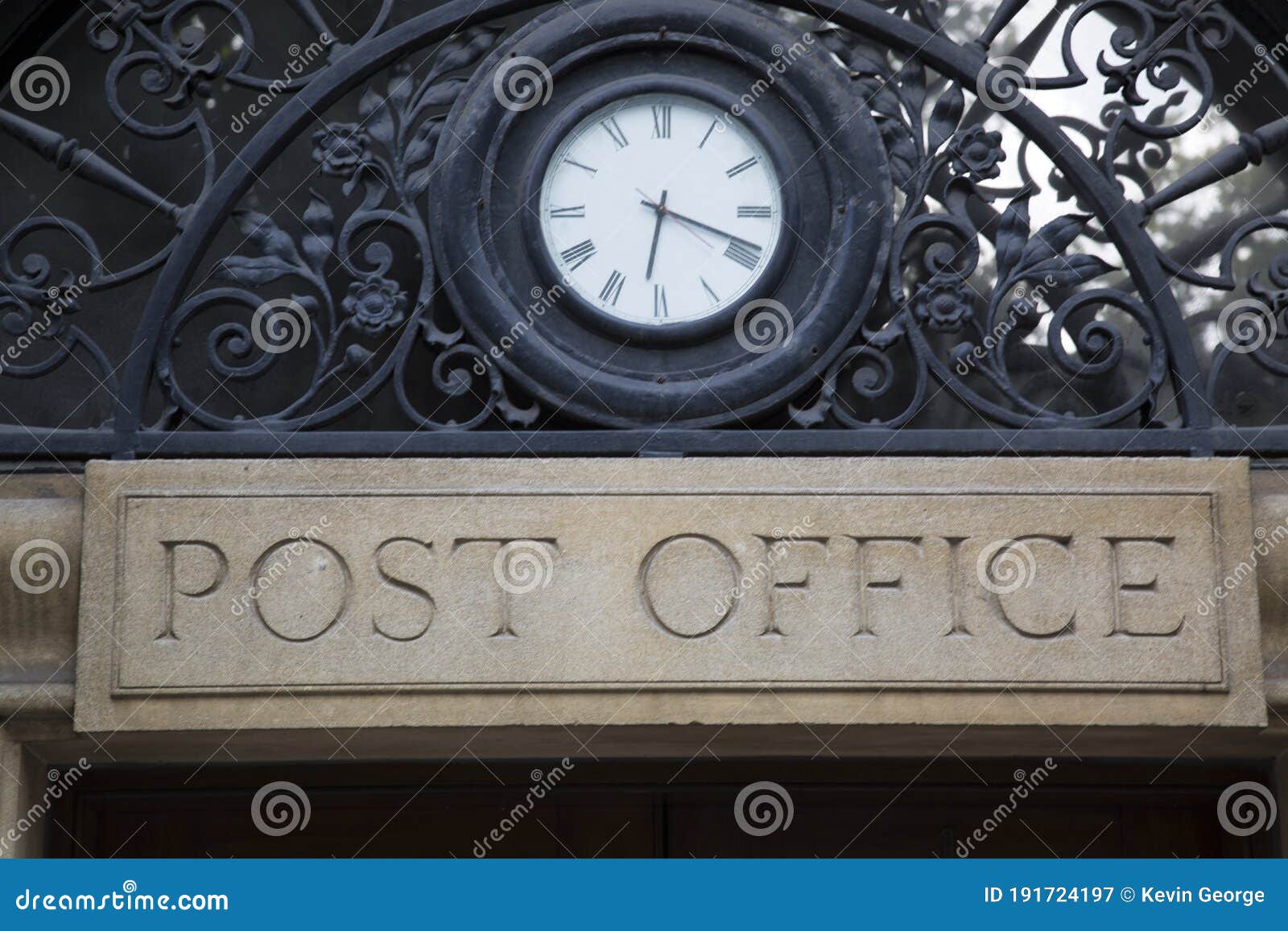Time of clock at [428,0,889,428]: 6:18
